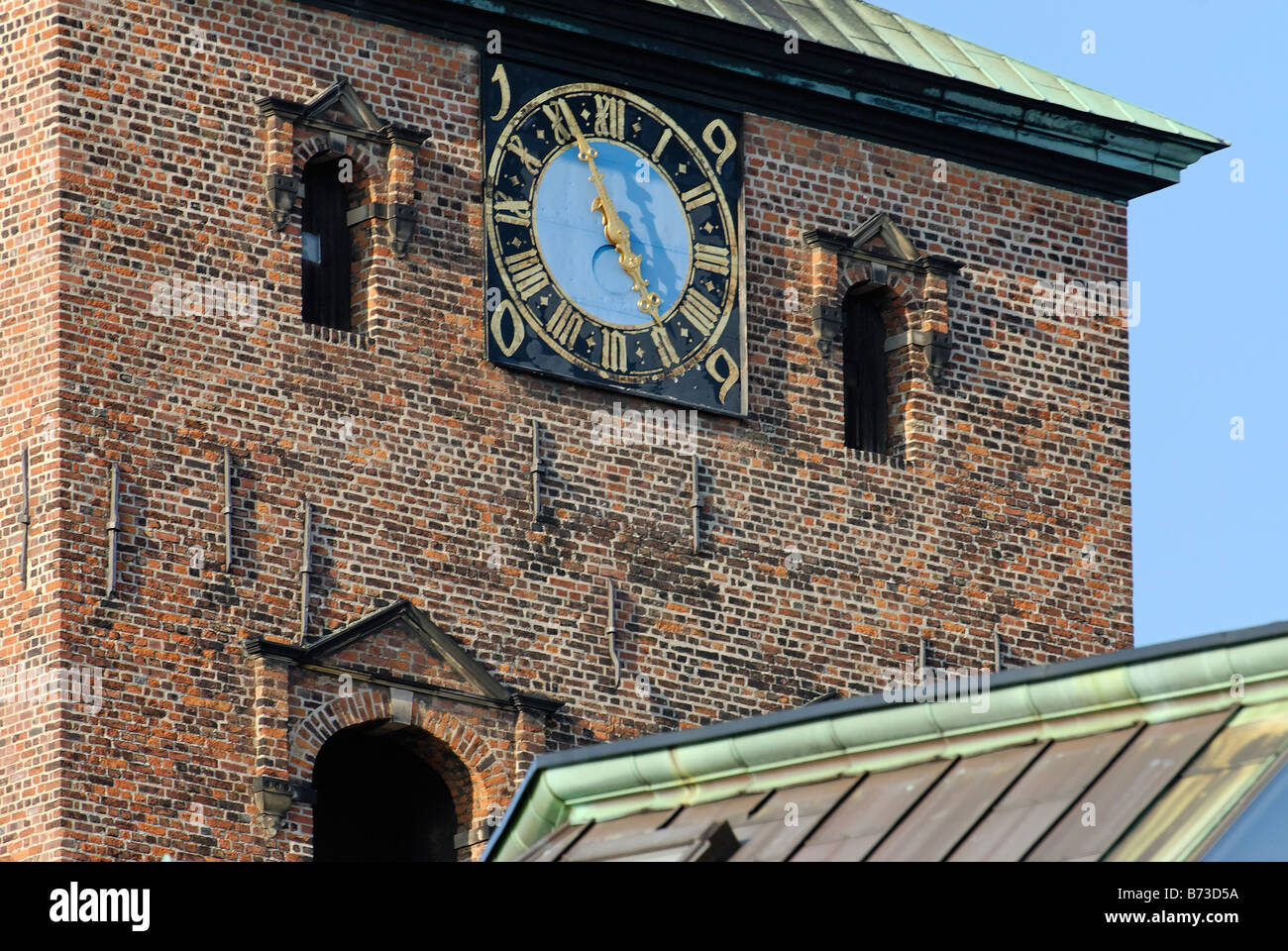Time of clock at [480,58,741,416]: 11:25
